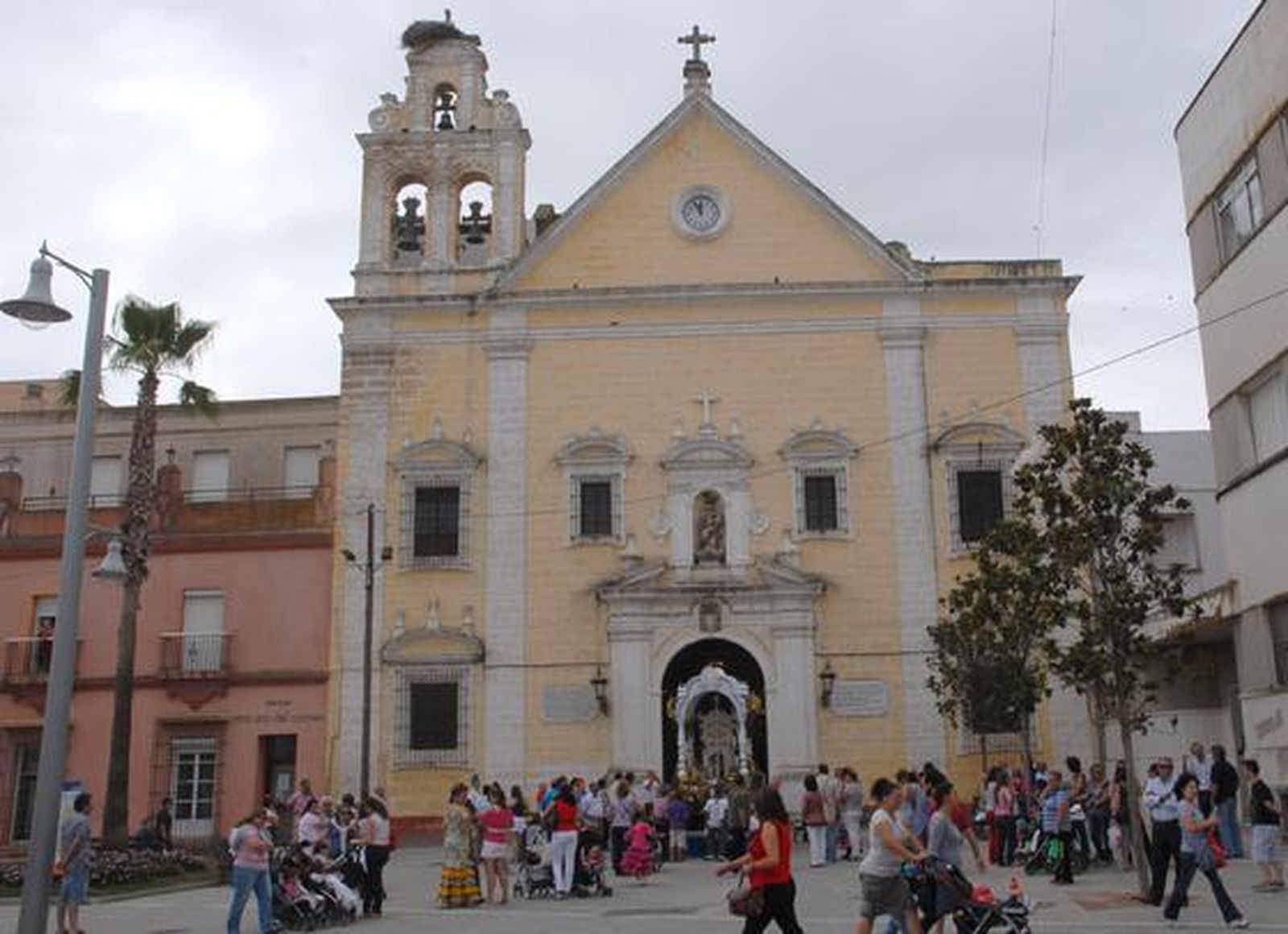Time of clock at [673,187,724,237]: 11:55
